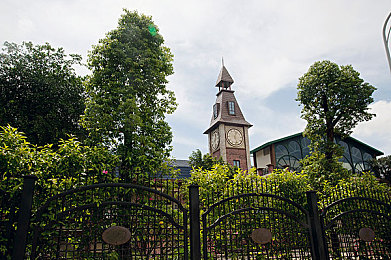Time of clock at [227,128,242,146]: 5:03
